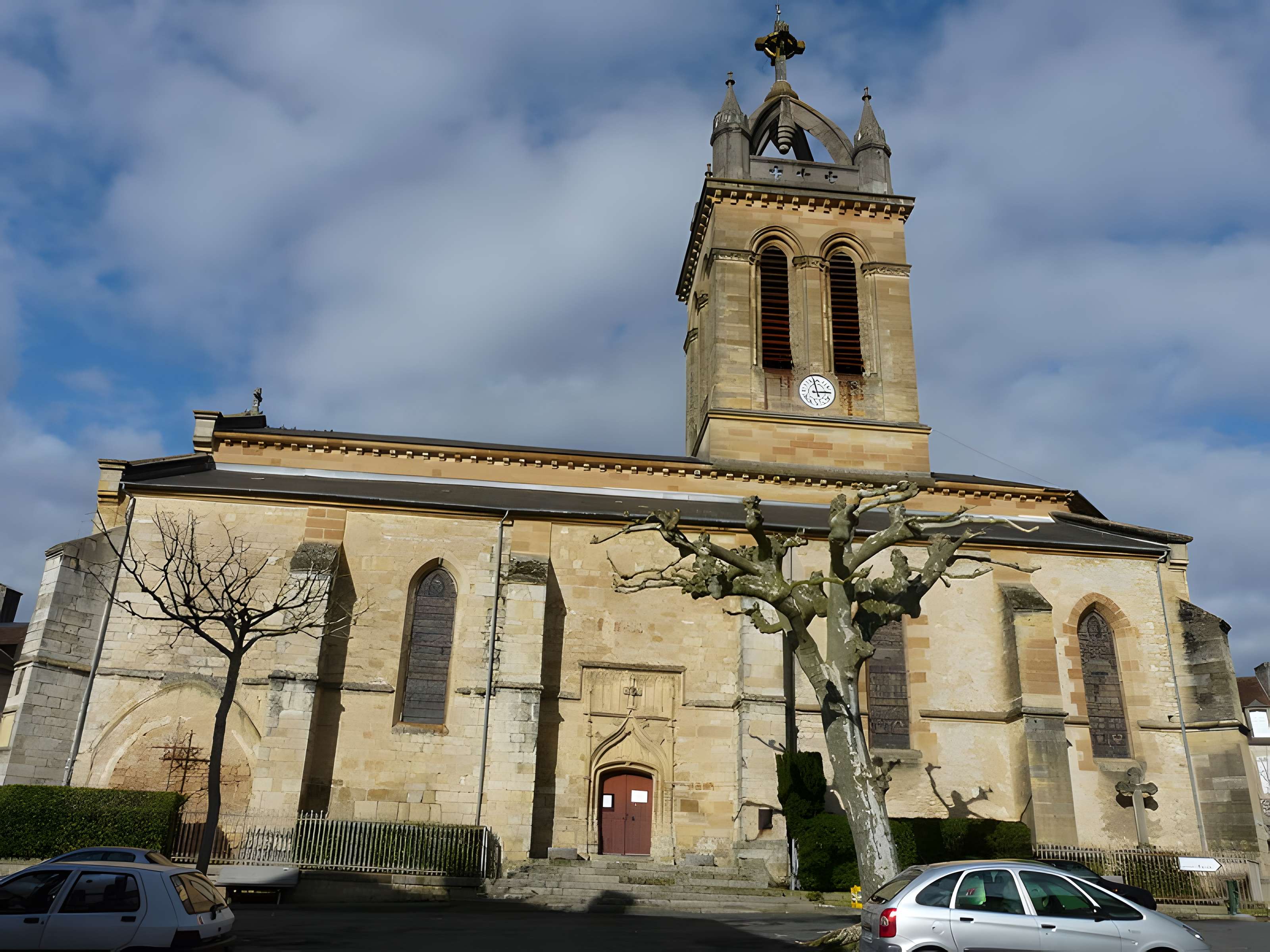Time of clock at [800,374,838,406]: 2:57
